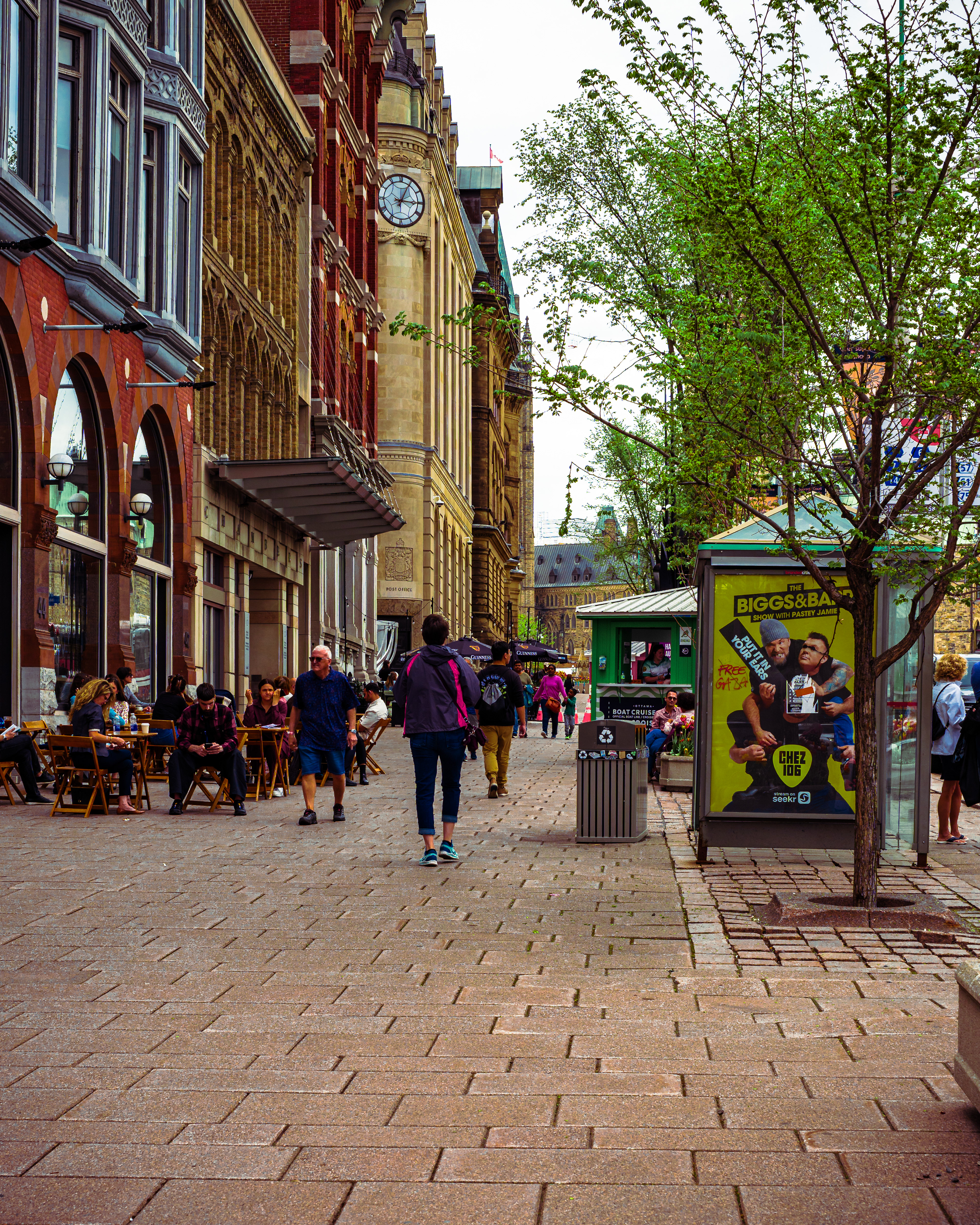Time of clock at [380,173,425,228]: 3:04
